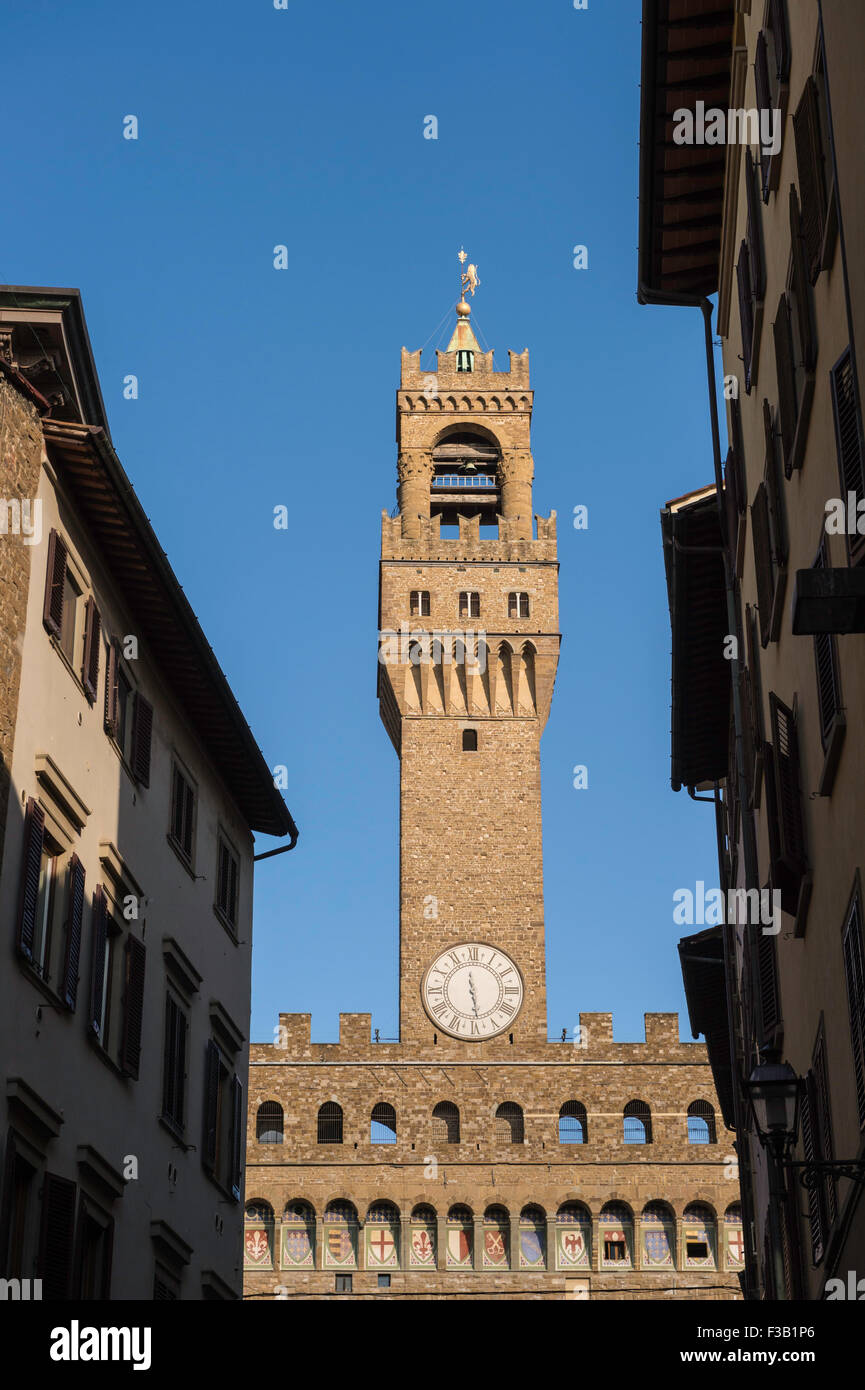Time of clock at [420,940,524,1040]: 11:28
